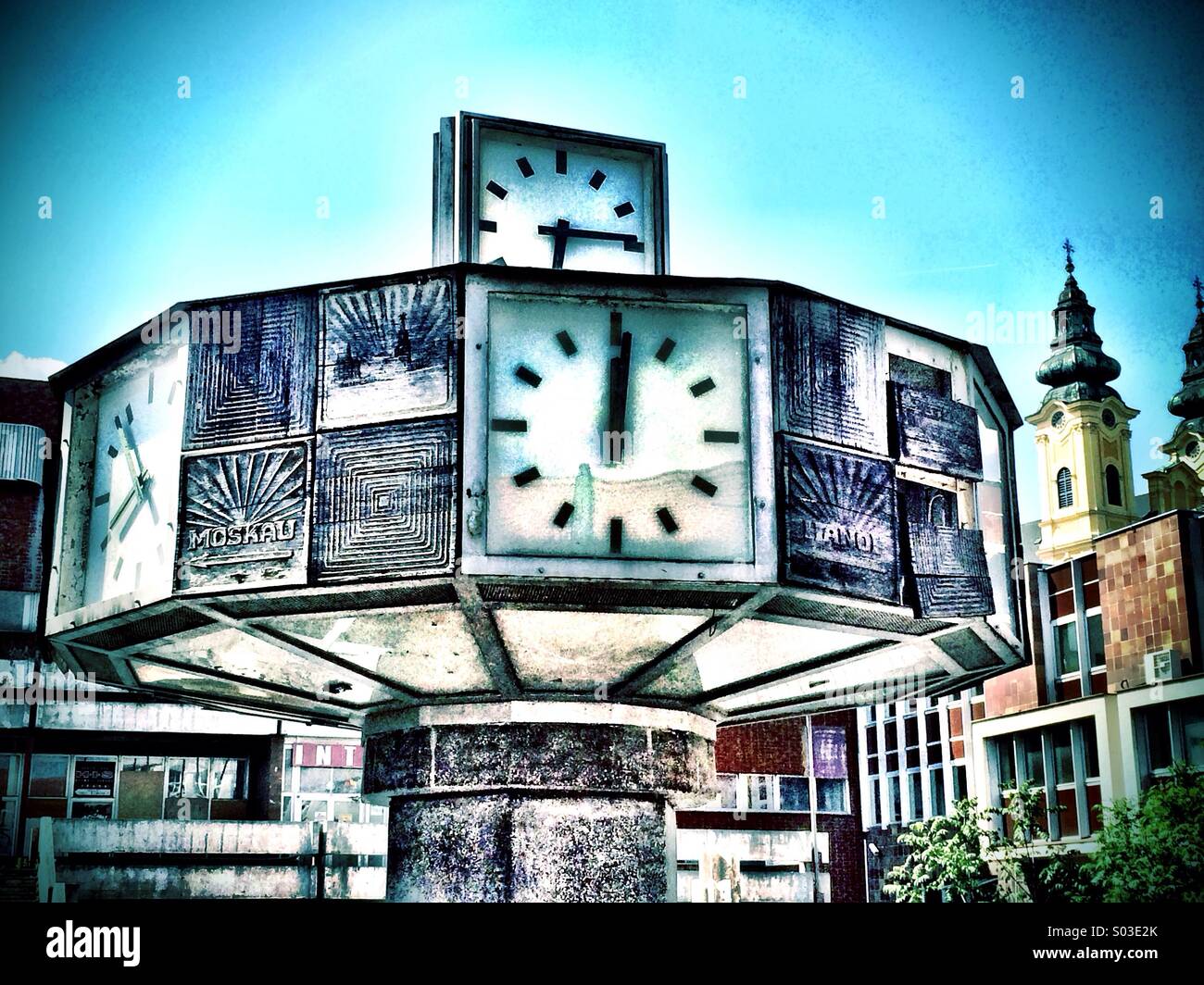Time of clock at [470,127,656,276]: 6:14
